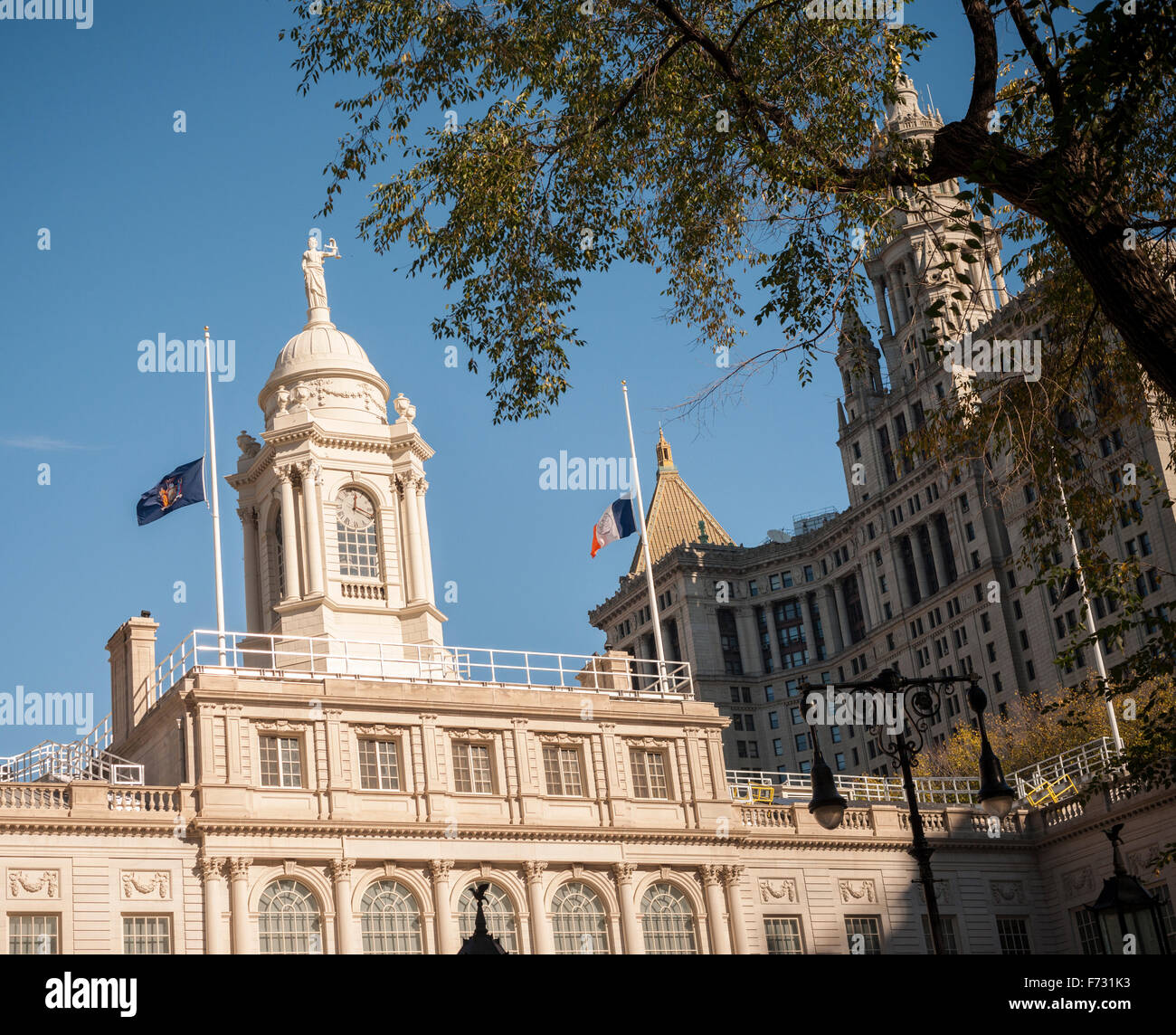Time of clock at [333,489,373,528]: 12:18
